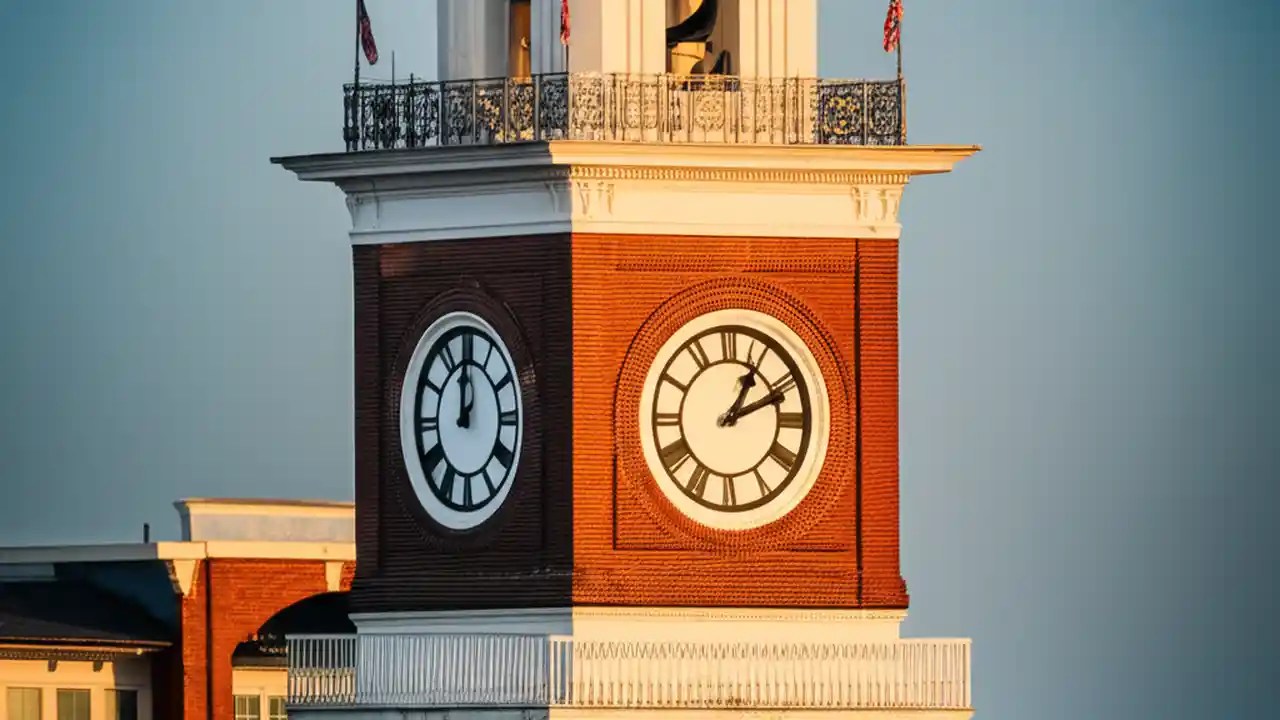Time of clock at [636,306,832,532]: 1:11
